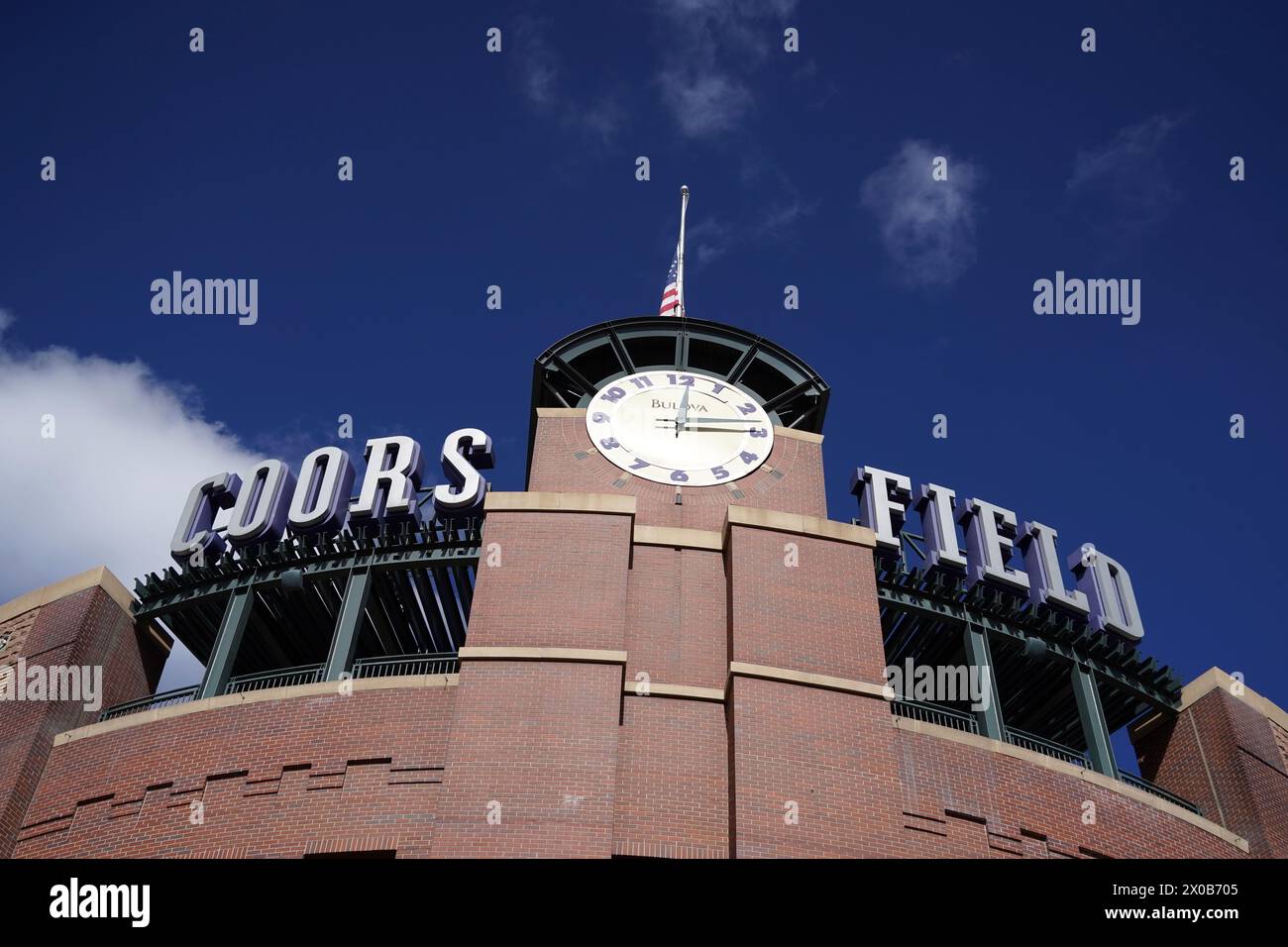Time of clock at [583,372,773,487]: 3:01
